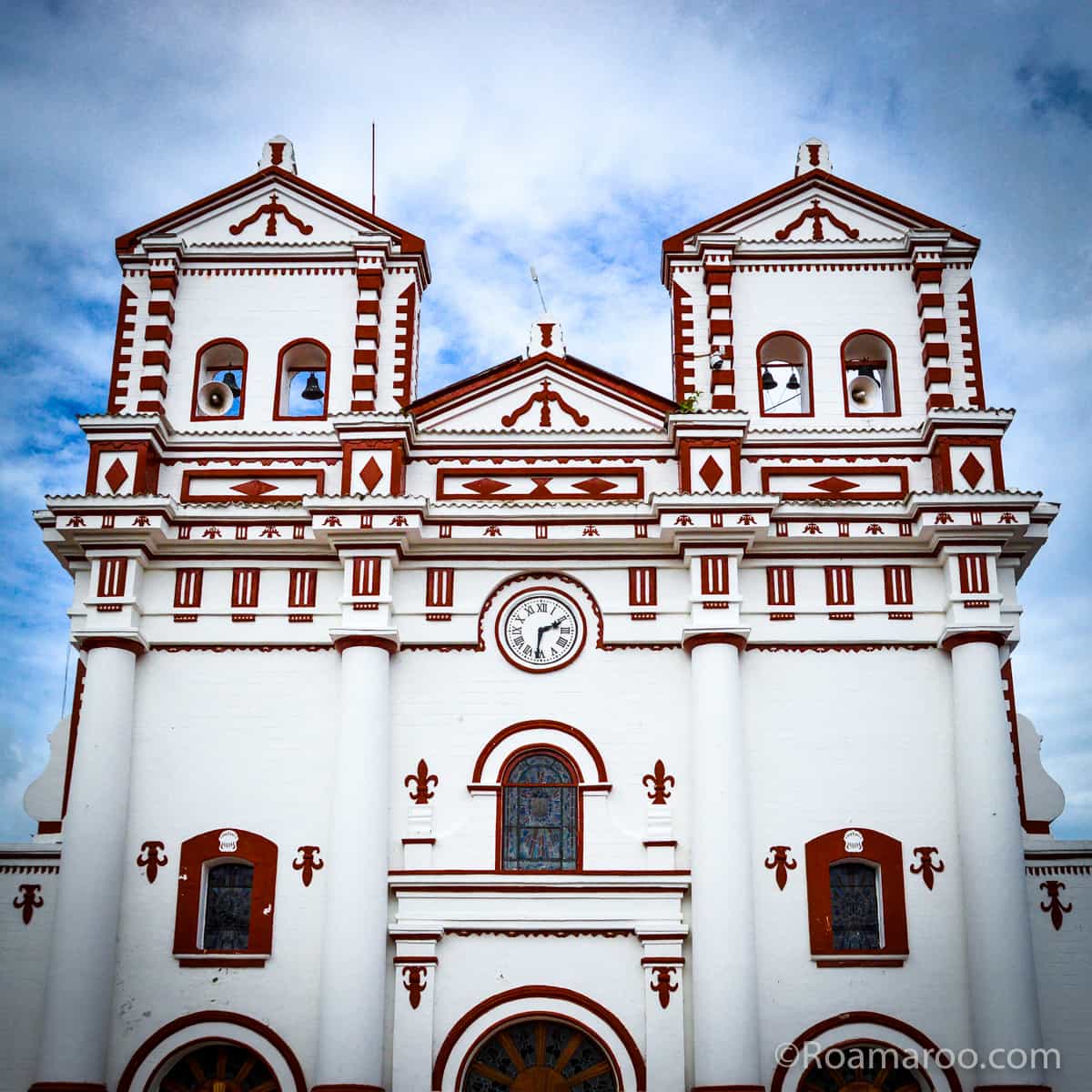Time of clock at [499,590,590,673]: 2:31
